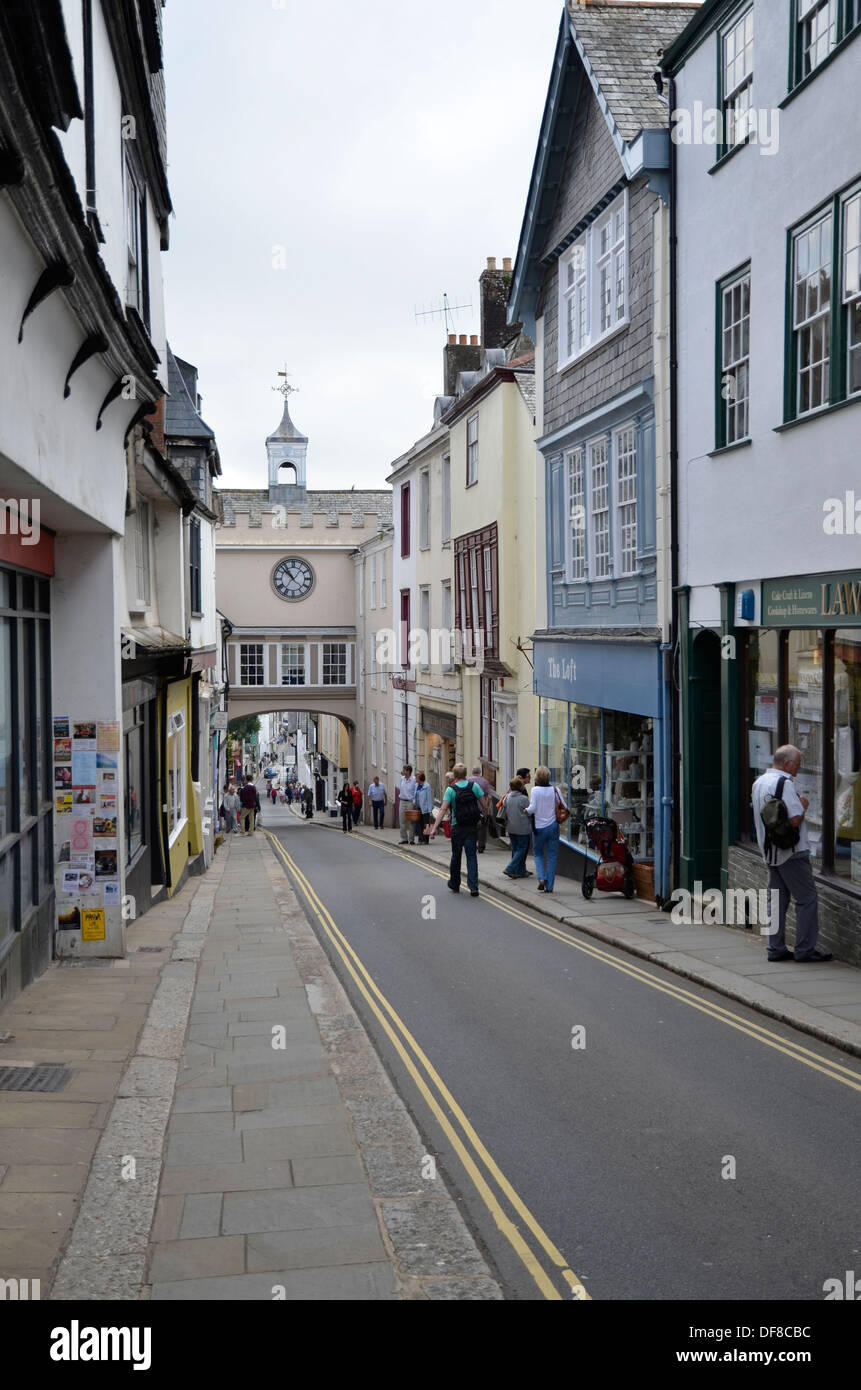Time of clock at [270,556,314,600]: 10:52
